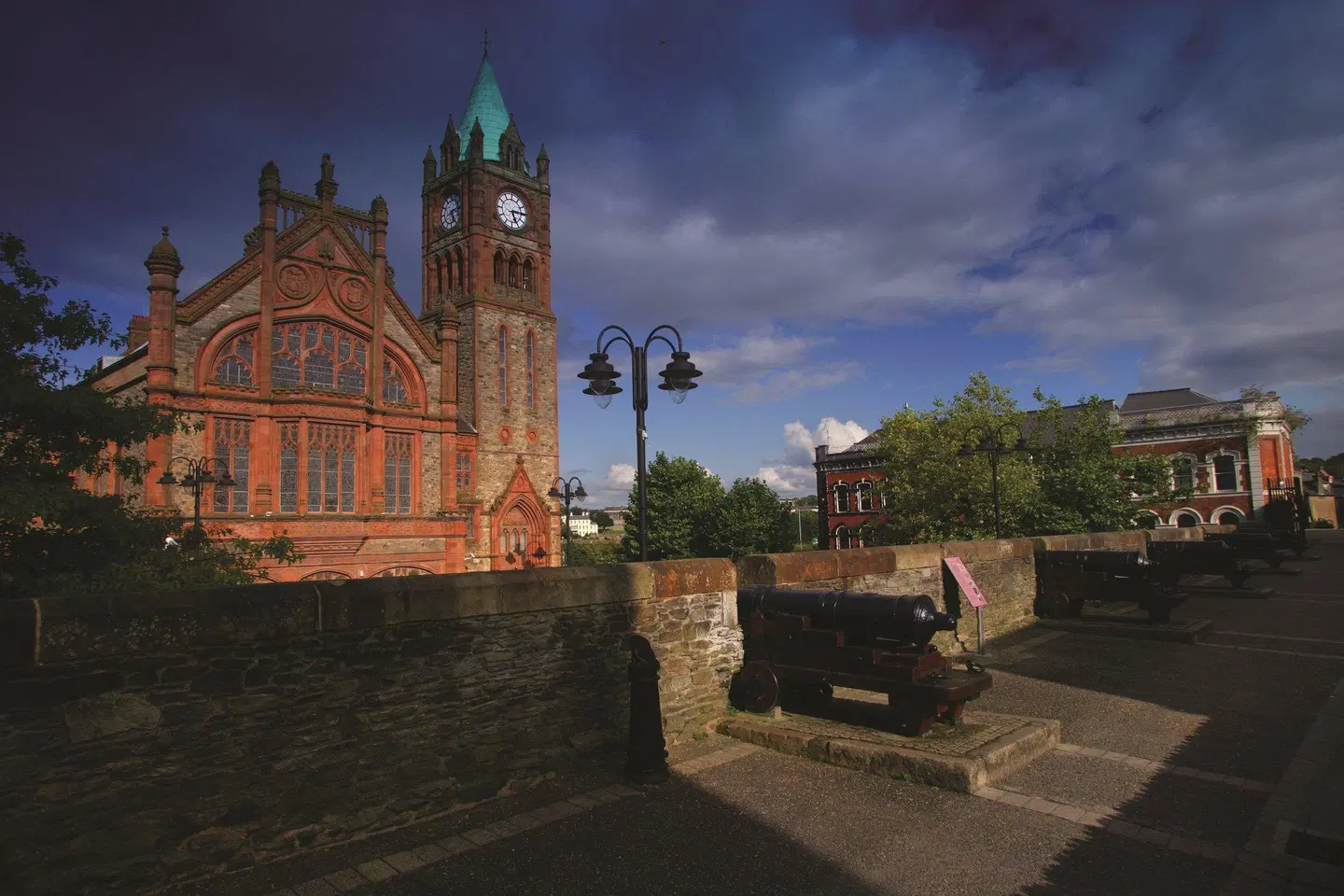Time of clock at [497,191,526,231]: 5:14
